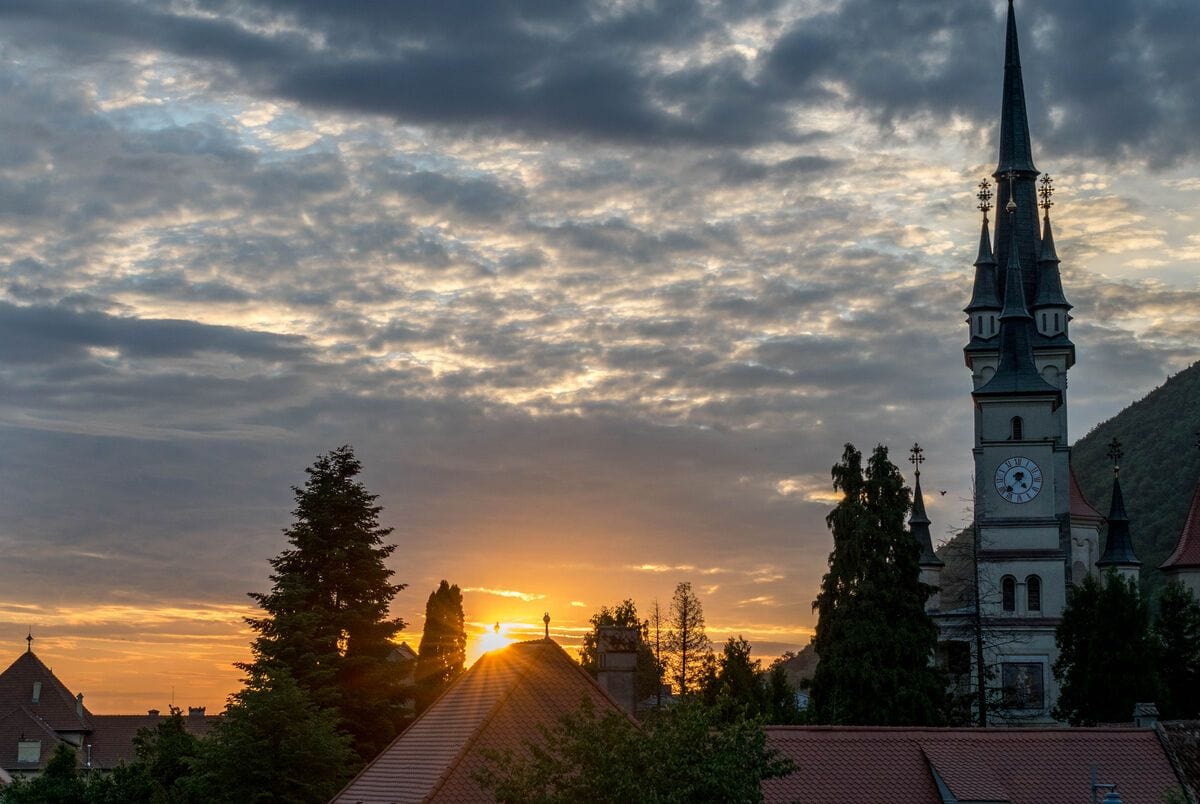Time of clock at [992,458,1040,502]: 4:37
